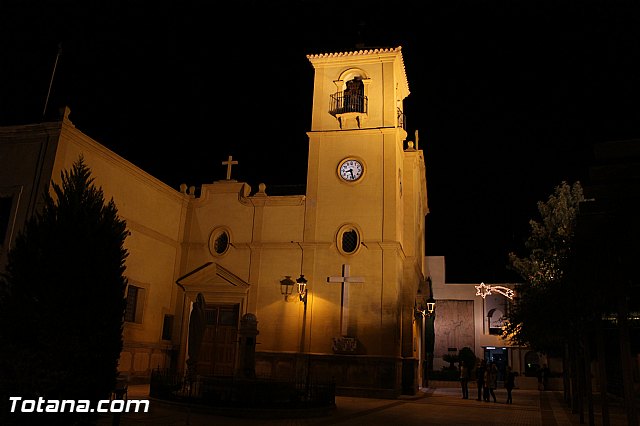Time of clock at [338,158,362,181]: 8:27
